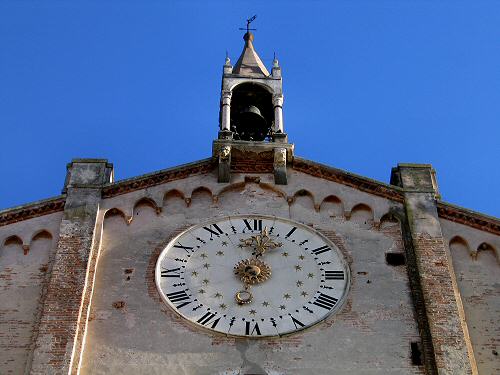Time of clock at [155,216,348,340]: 12:01
